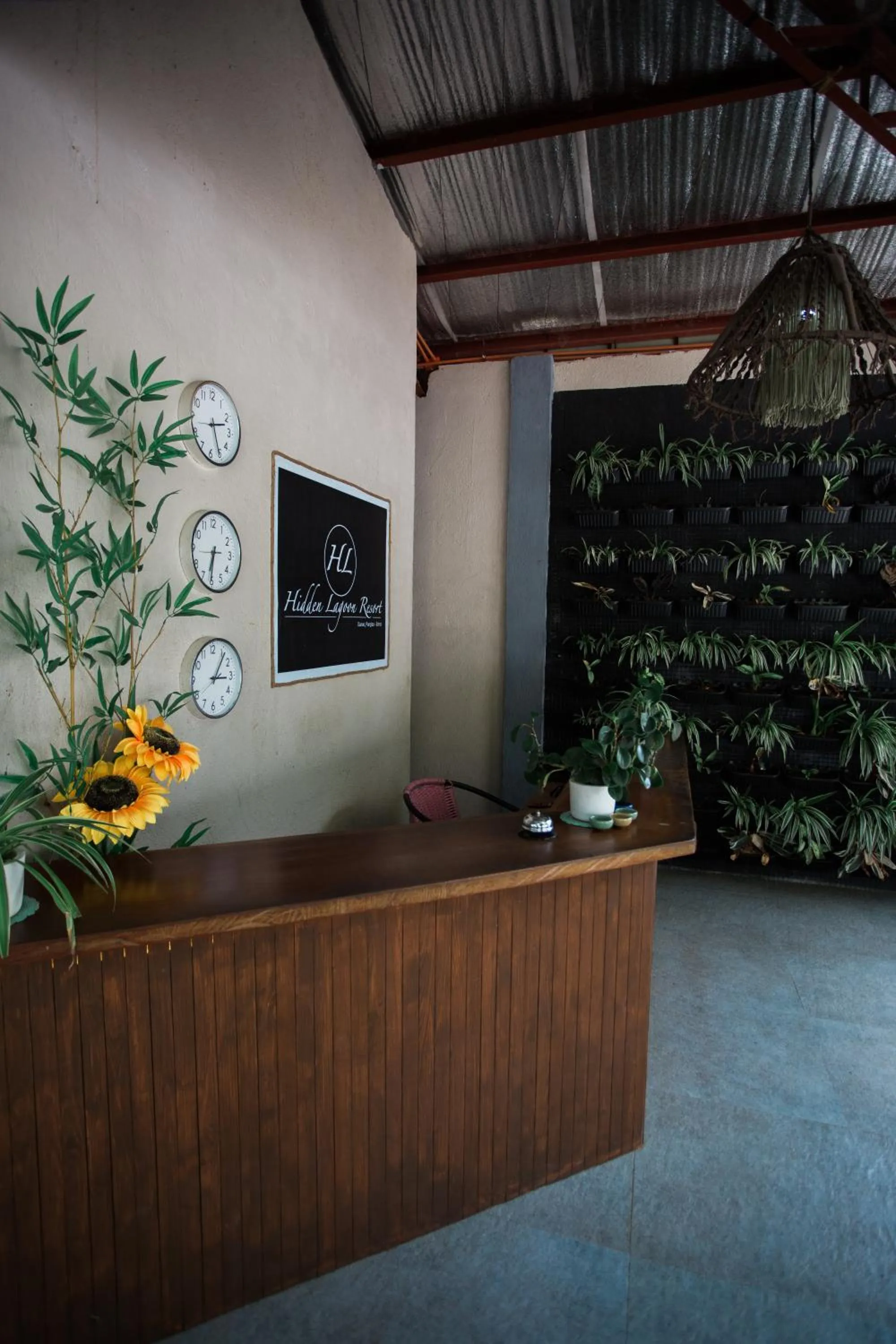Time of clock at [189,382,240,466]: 2:25
